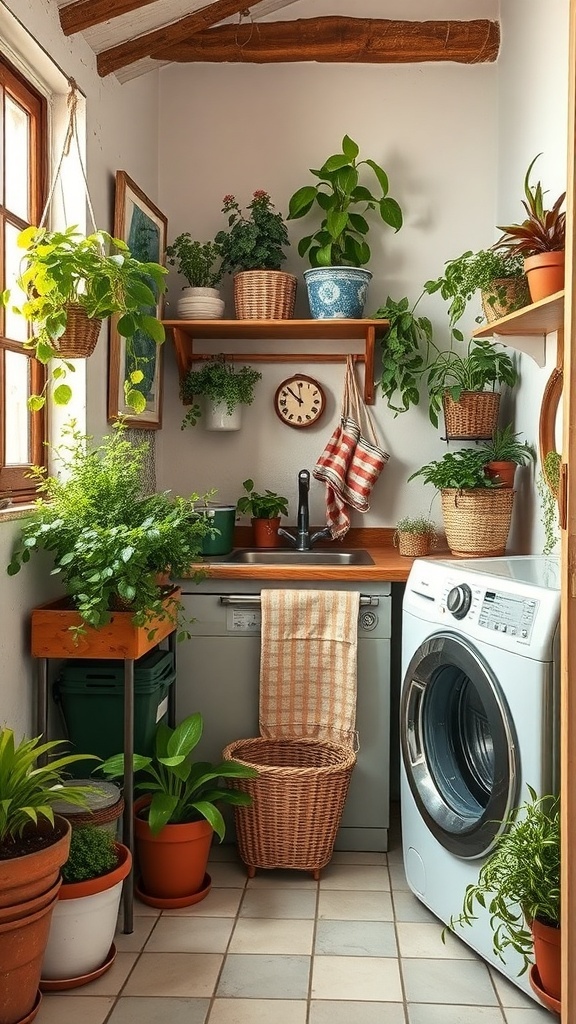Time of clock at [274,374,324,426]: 11:52
